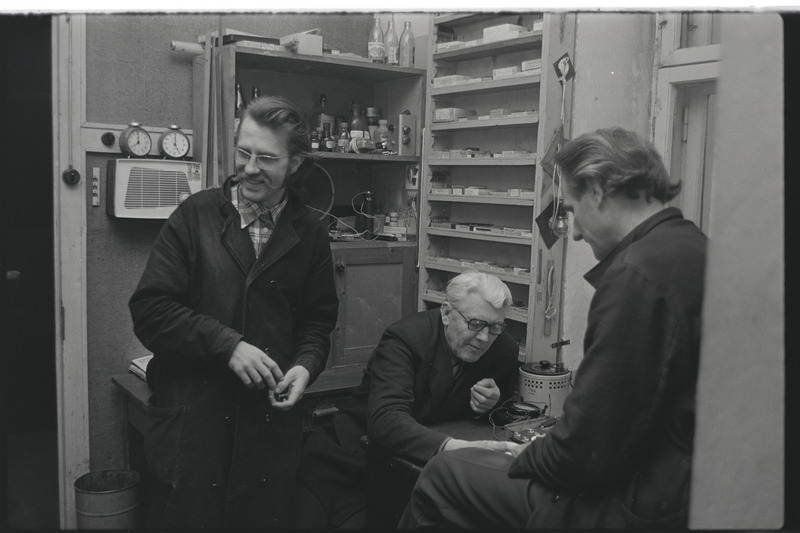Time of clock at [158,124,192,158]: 5:00
